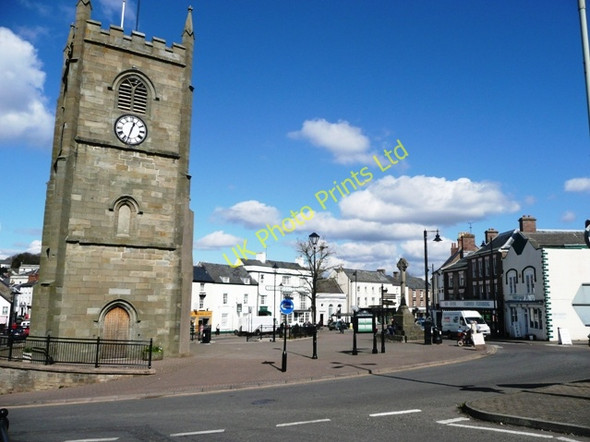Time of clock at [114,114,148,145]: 12:32
